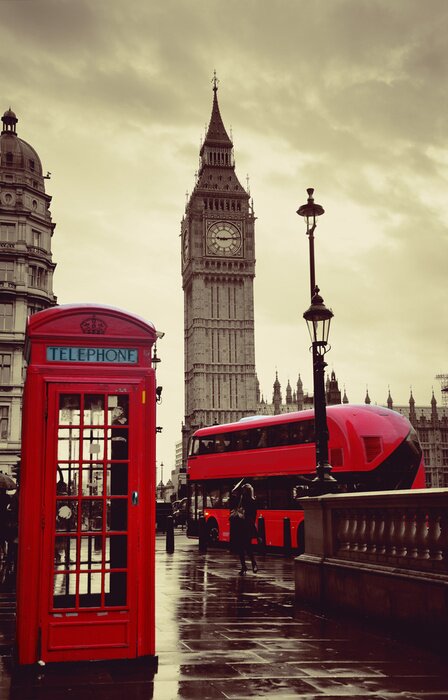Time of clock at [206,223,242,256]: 9:13
